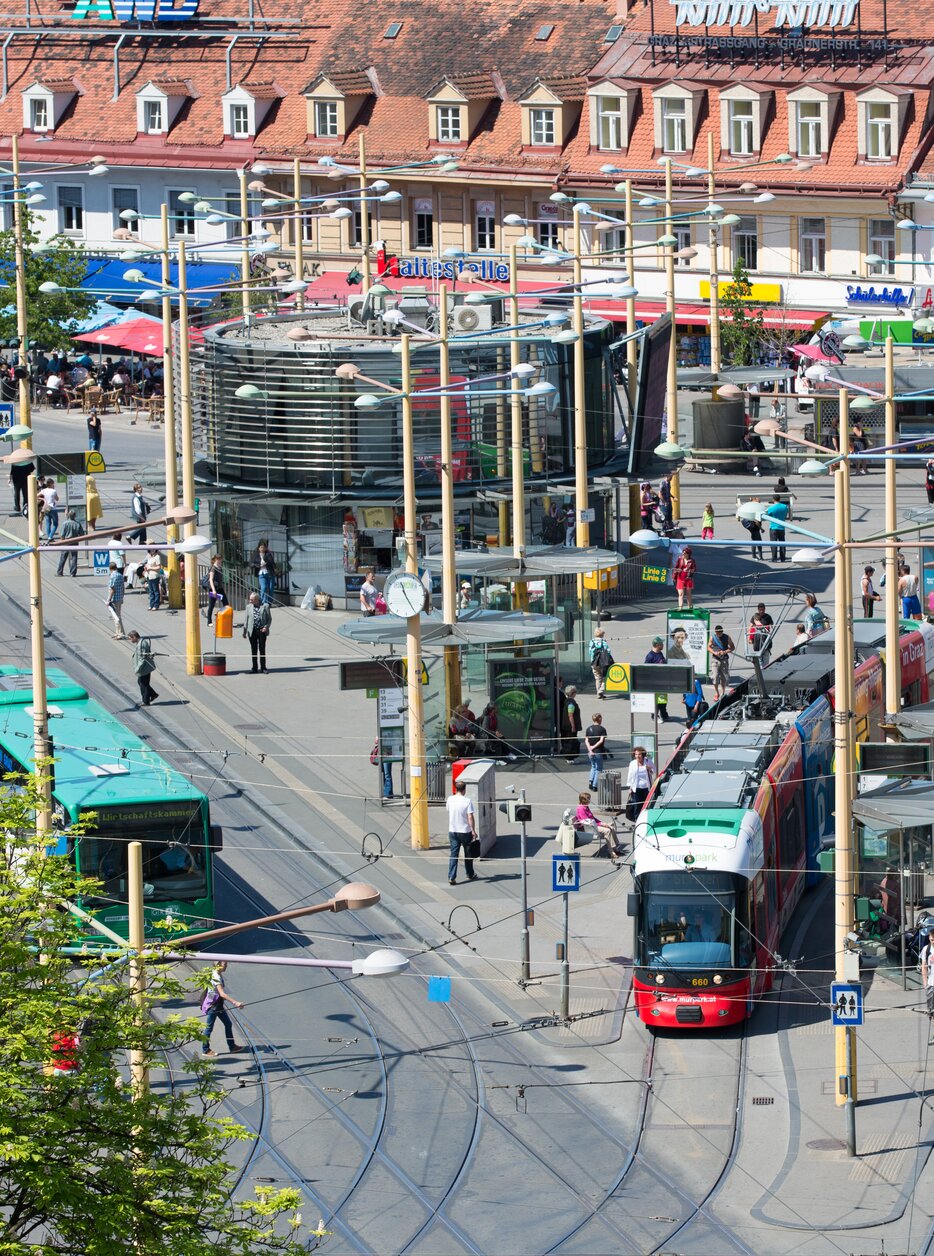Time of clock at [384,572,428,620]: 11:24
